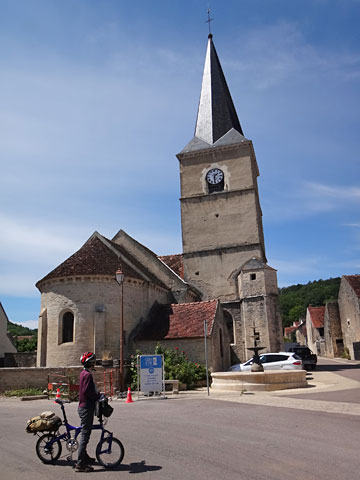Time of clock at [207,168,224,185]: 1:30
